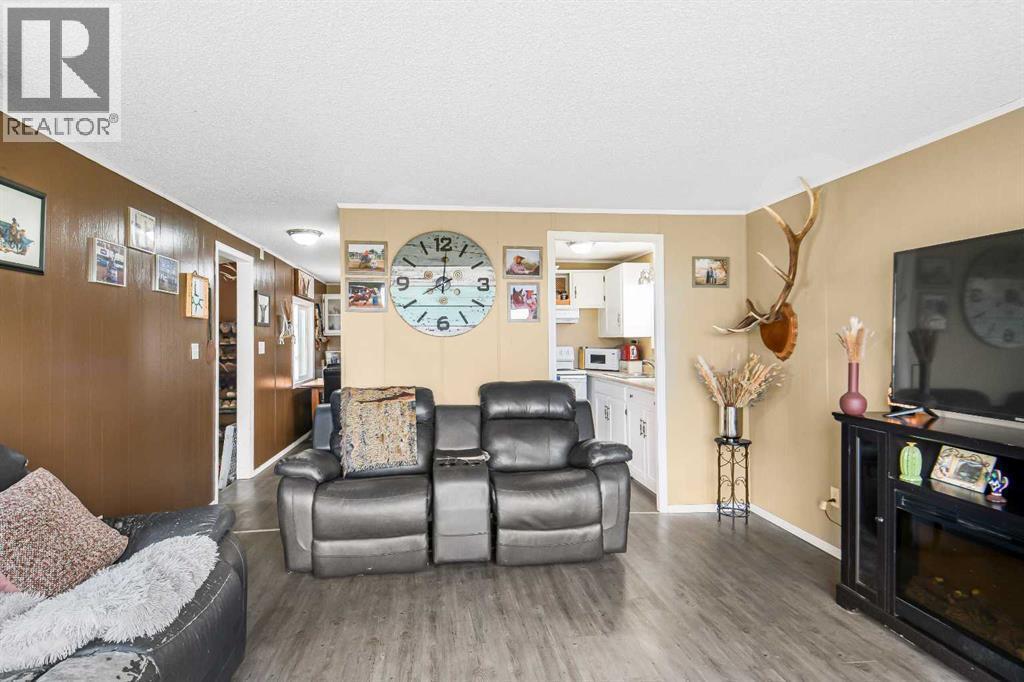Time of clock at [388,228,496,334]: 8:00
